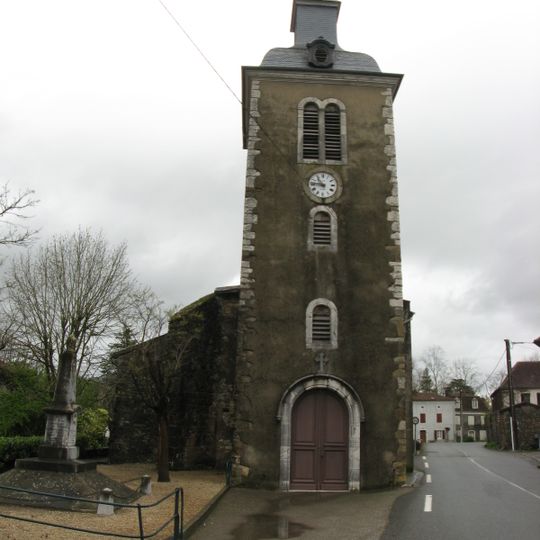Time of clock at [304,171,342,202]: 10:46
